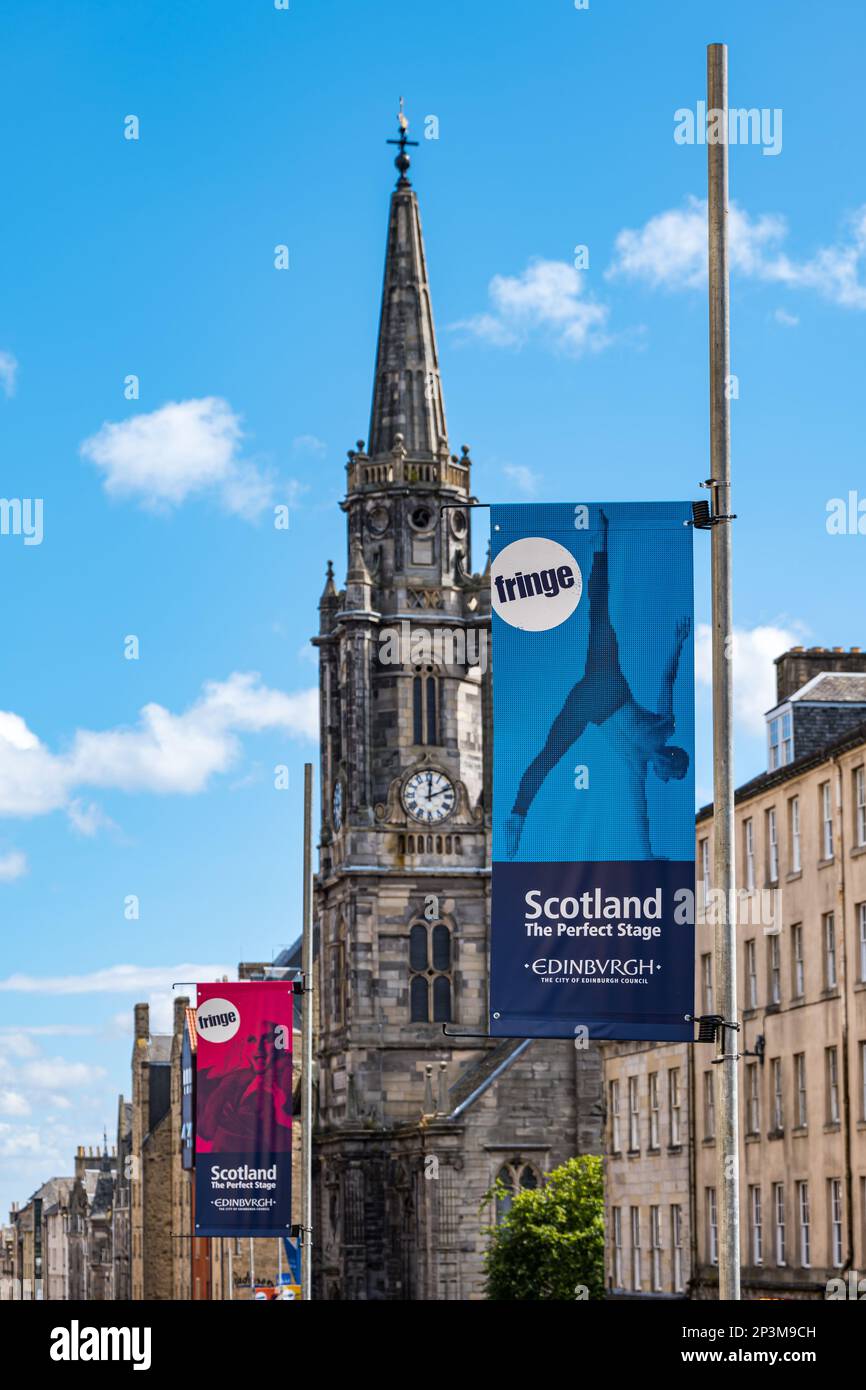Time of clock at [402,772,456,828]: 12:11
